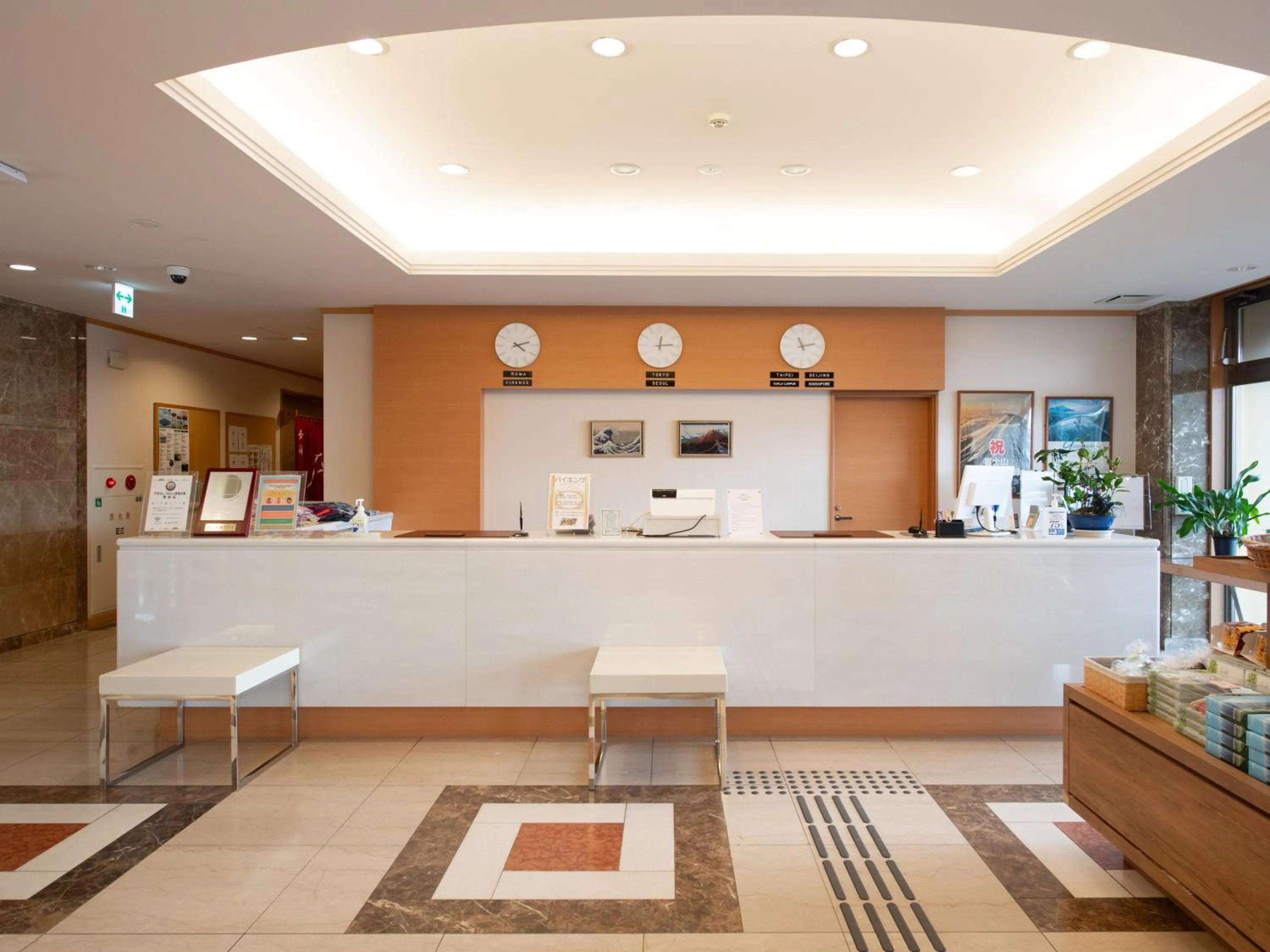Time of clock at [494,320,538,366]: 4:12
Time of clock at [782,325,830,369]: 11:12
